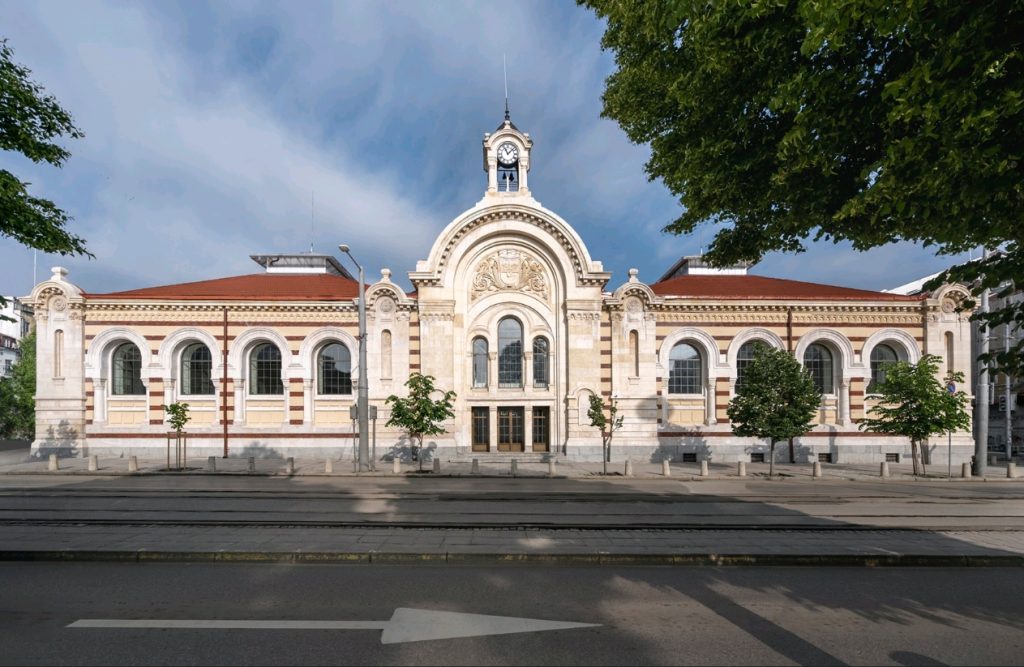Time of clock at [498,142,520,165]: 11:07
